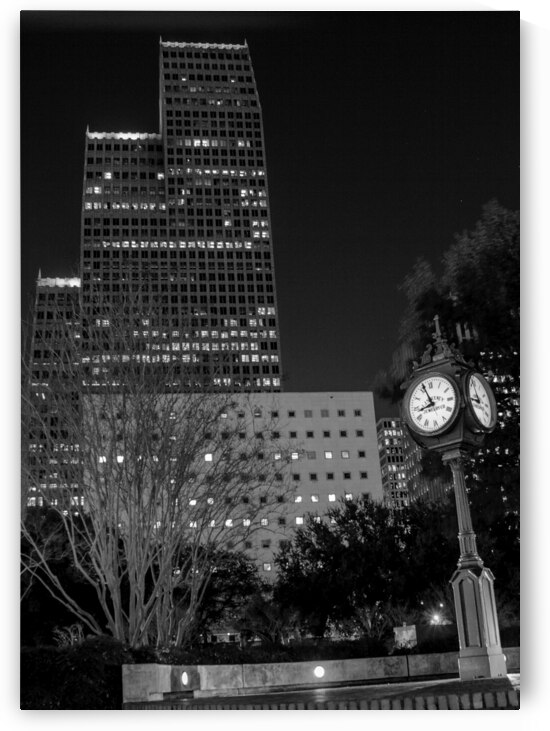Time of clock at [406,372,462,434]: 8:56
